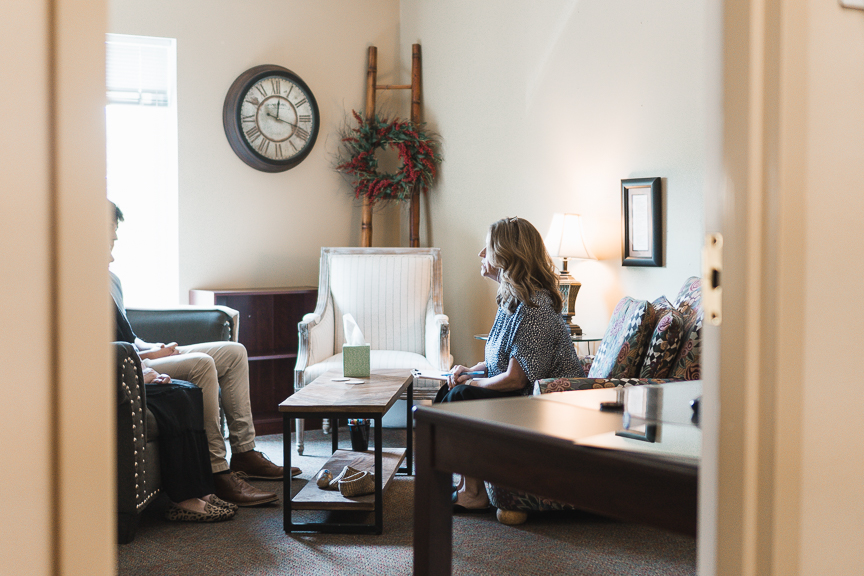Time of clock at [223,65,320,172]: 12:18
